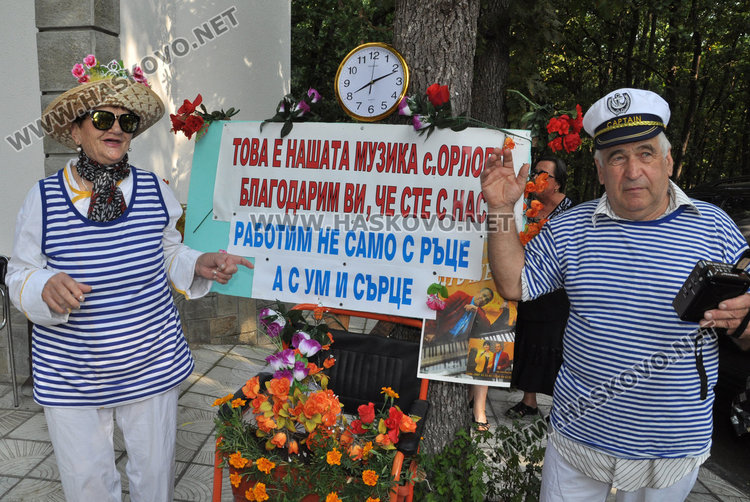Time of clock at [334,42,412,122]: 8:11
